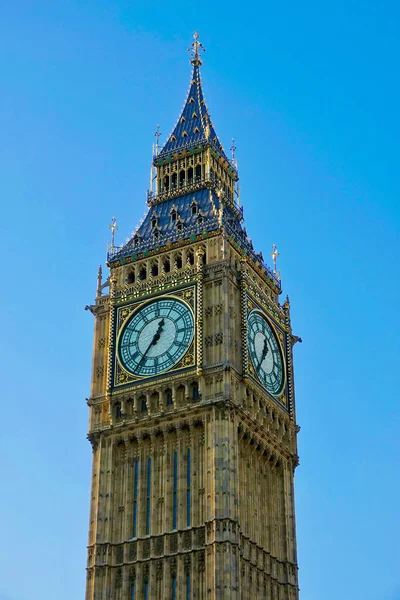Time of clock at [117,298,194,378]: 12:36
